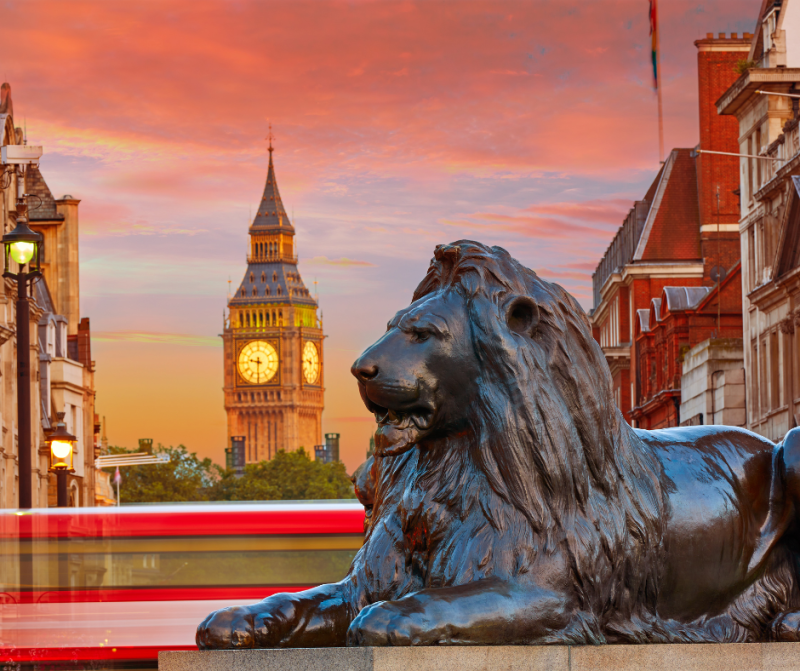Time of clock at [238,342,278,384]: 9:30
